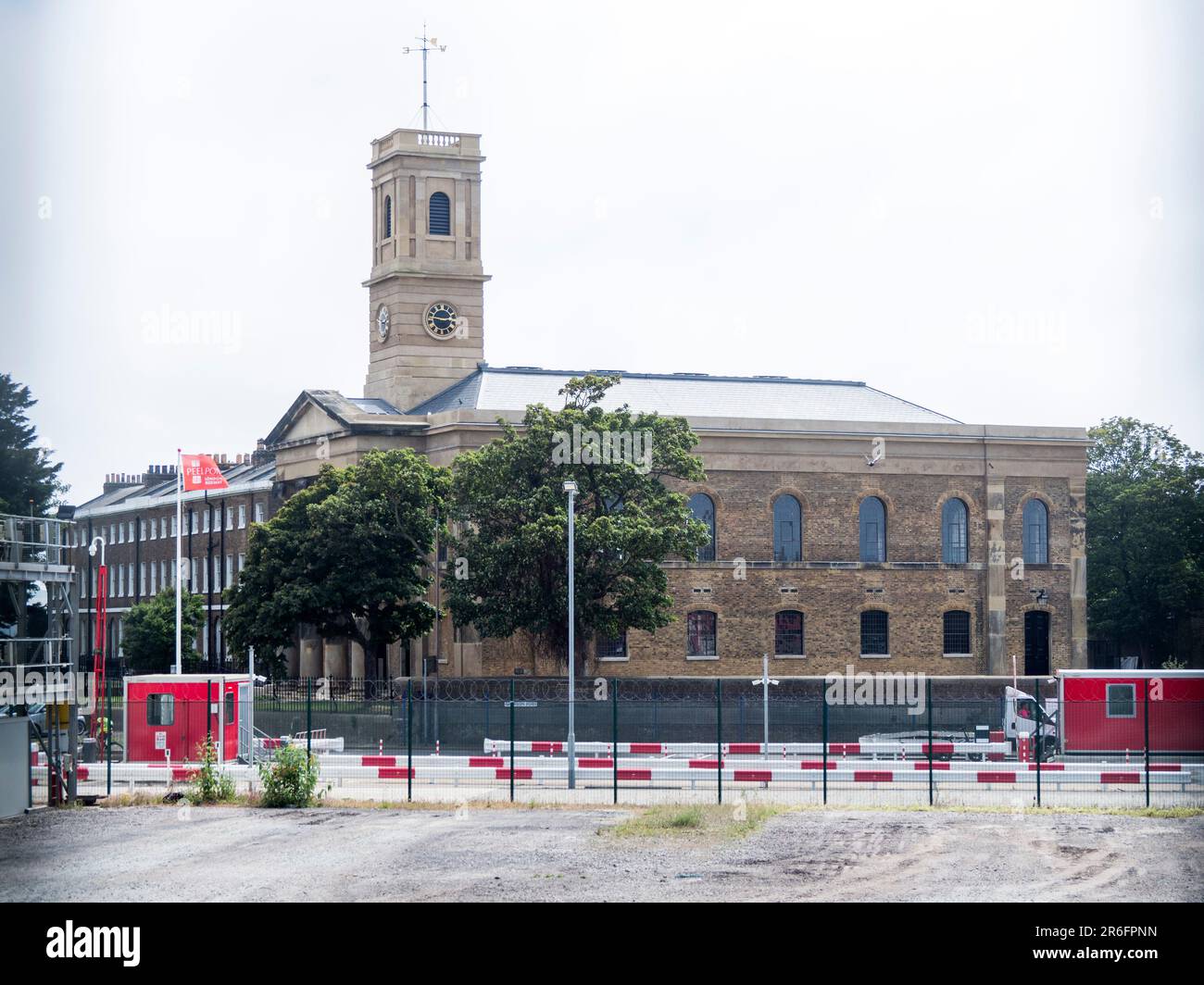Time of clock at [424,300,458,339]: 2:46
